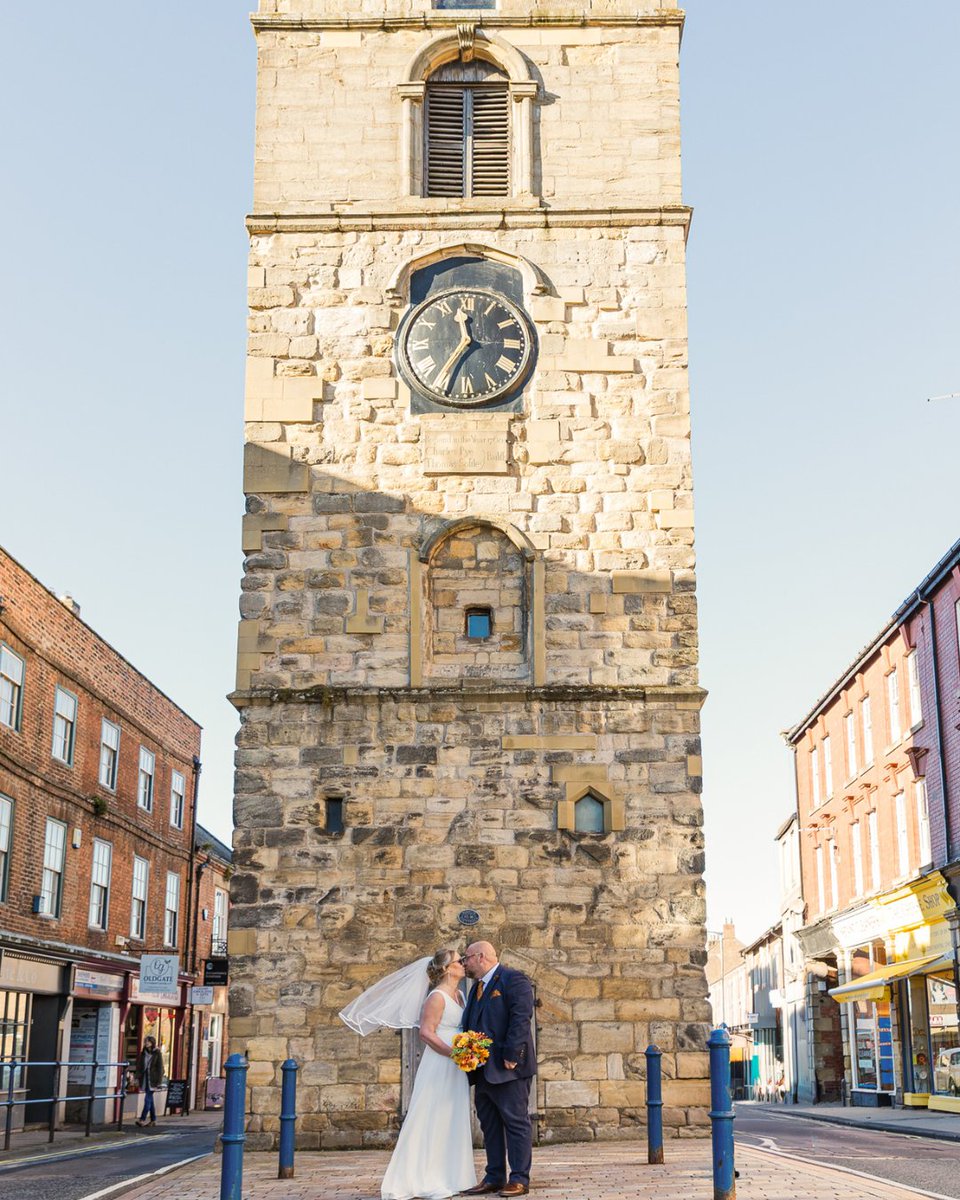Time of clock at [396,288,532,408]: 11:35
